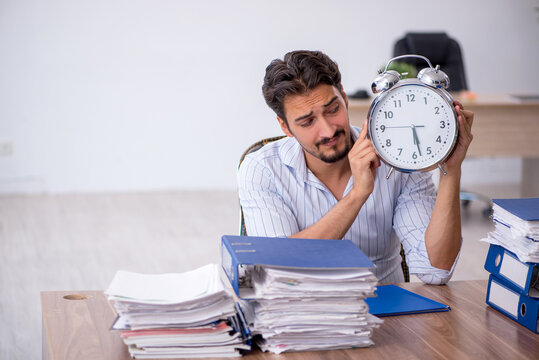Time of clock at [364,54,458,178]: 5:28
